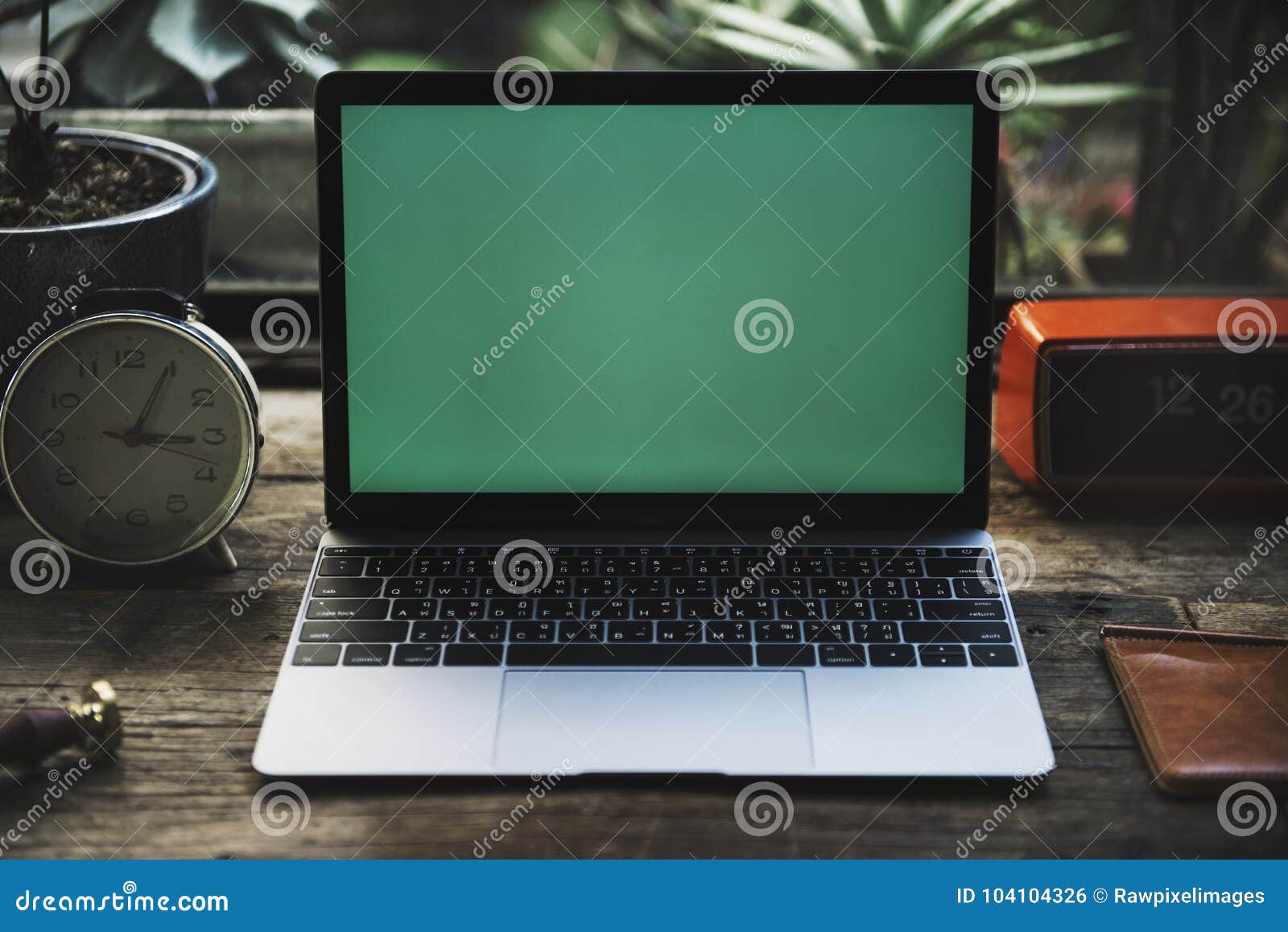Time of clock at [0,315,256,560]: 3:04
